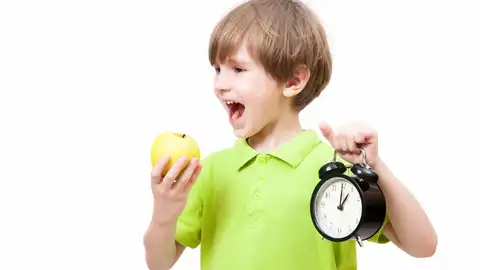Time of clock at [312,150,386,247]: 1:00
